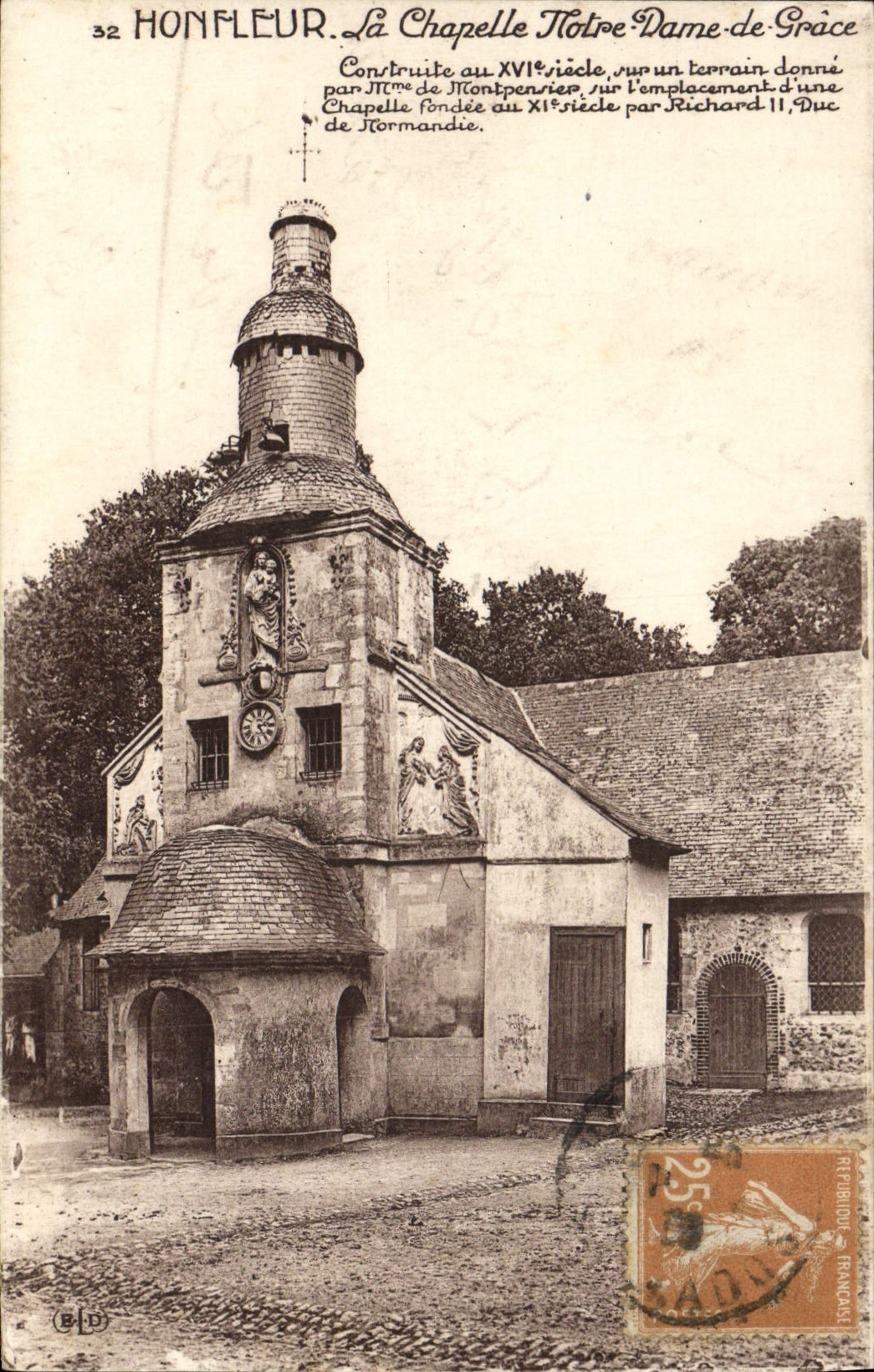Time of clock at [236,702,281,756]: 2:24
